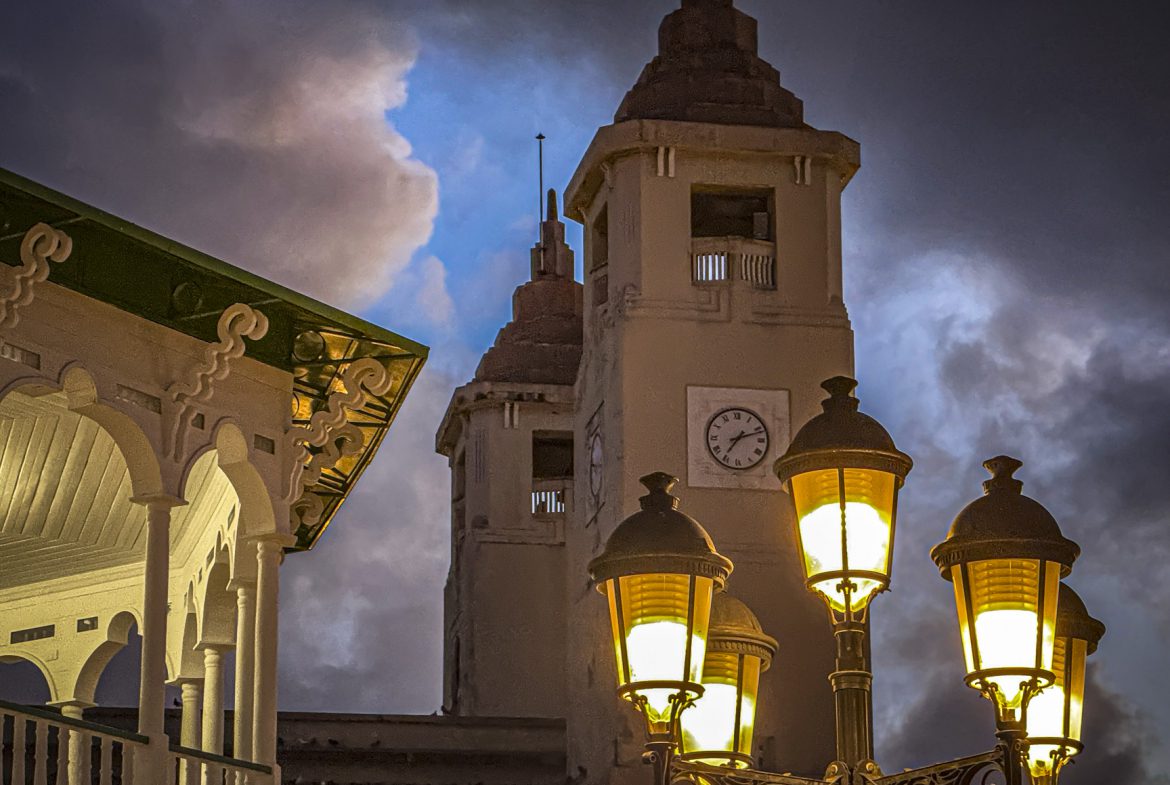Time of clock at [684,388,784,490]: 7:11
